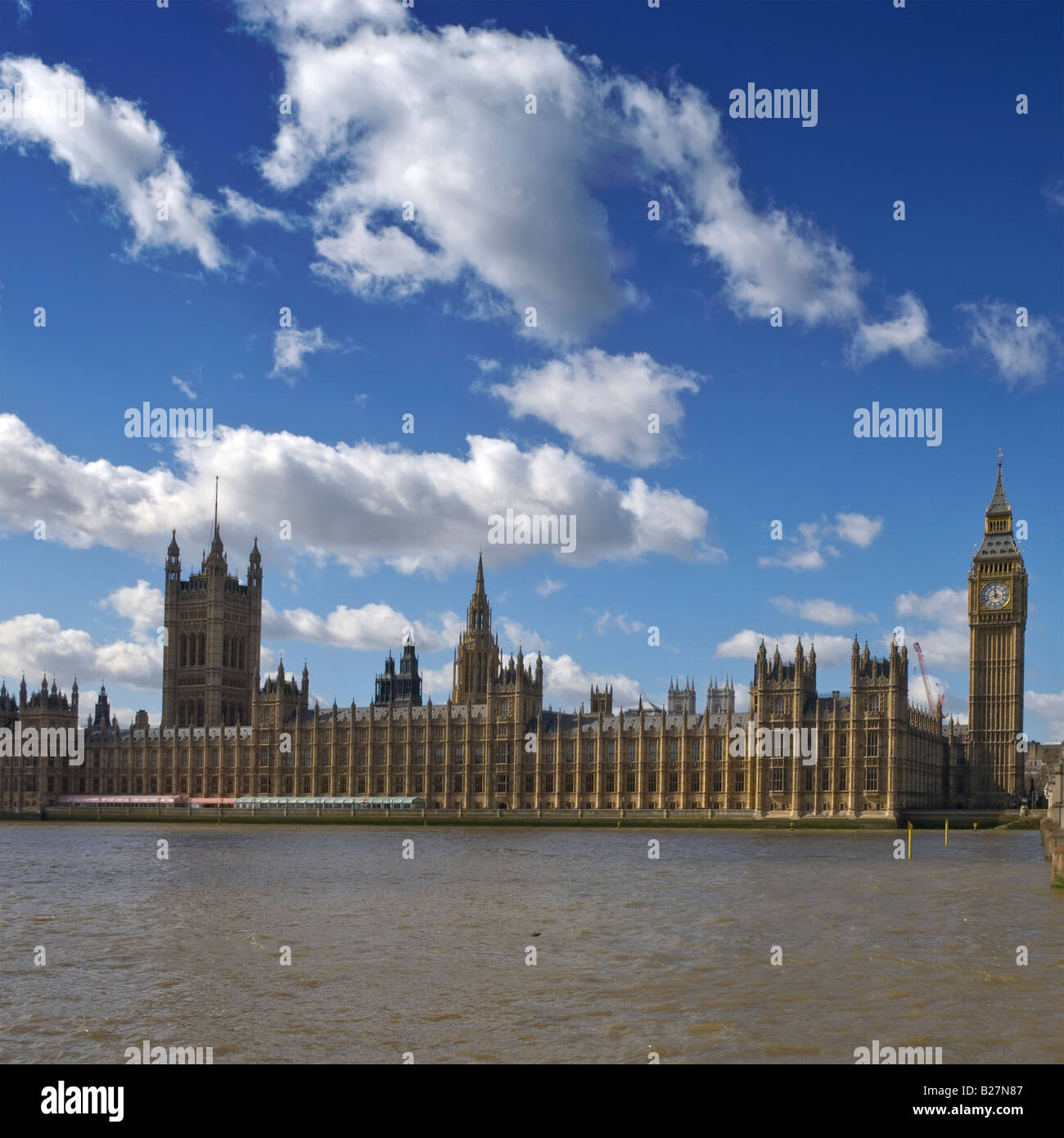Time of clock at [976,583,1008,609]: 11:42
